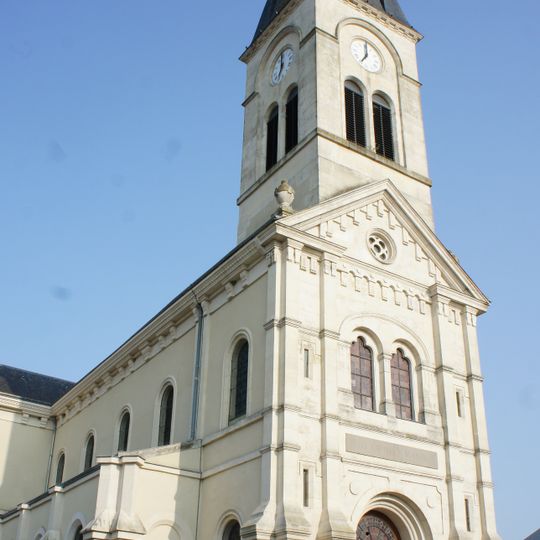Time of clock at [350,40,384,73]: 7:01
